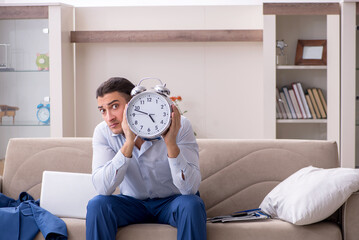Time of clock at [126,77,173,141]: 4:48
